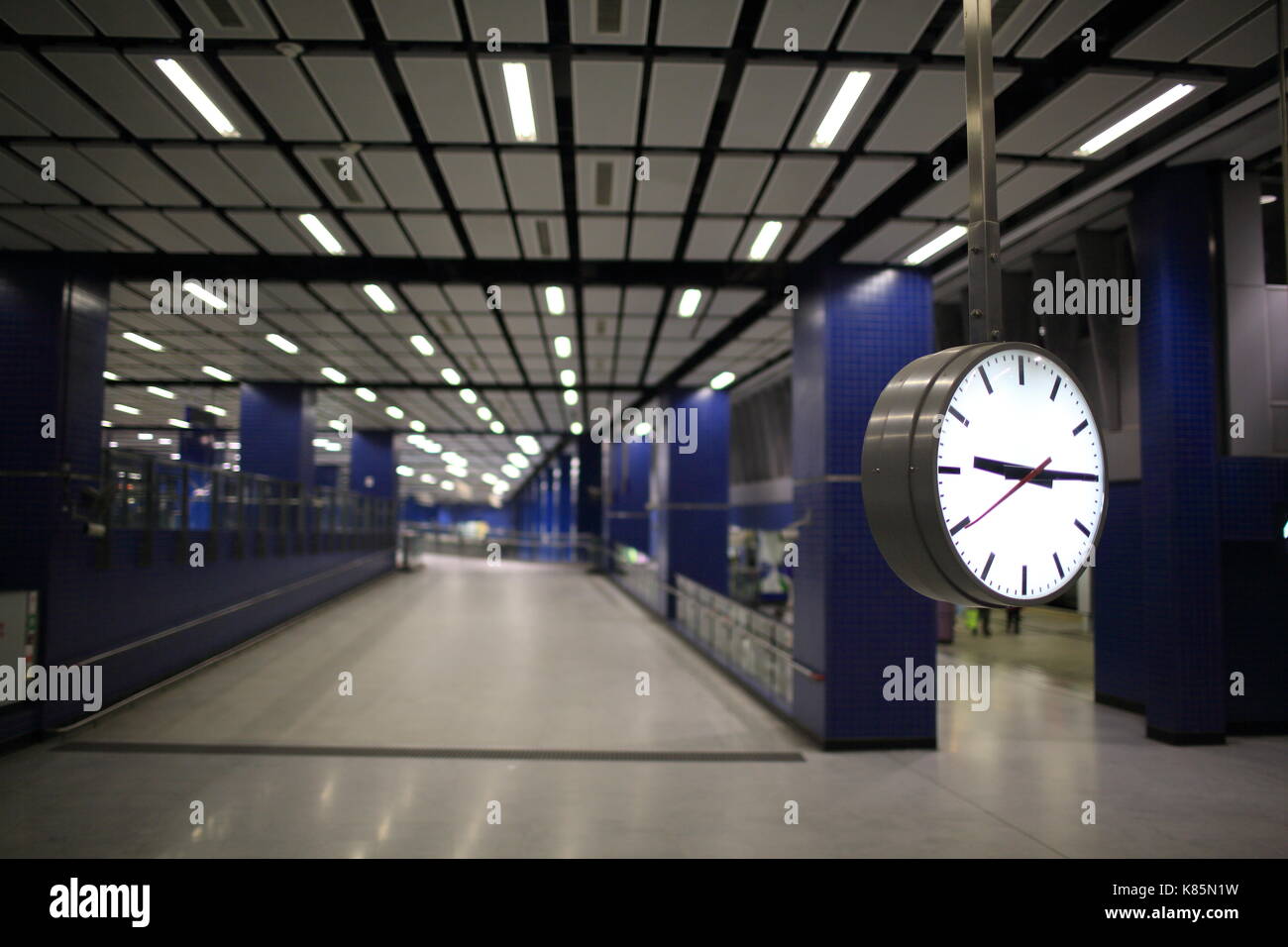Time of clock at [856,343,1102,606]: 9:15
